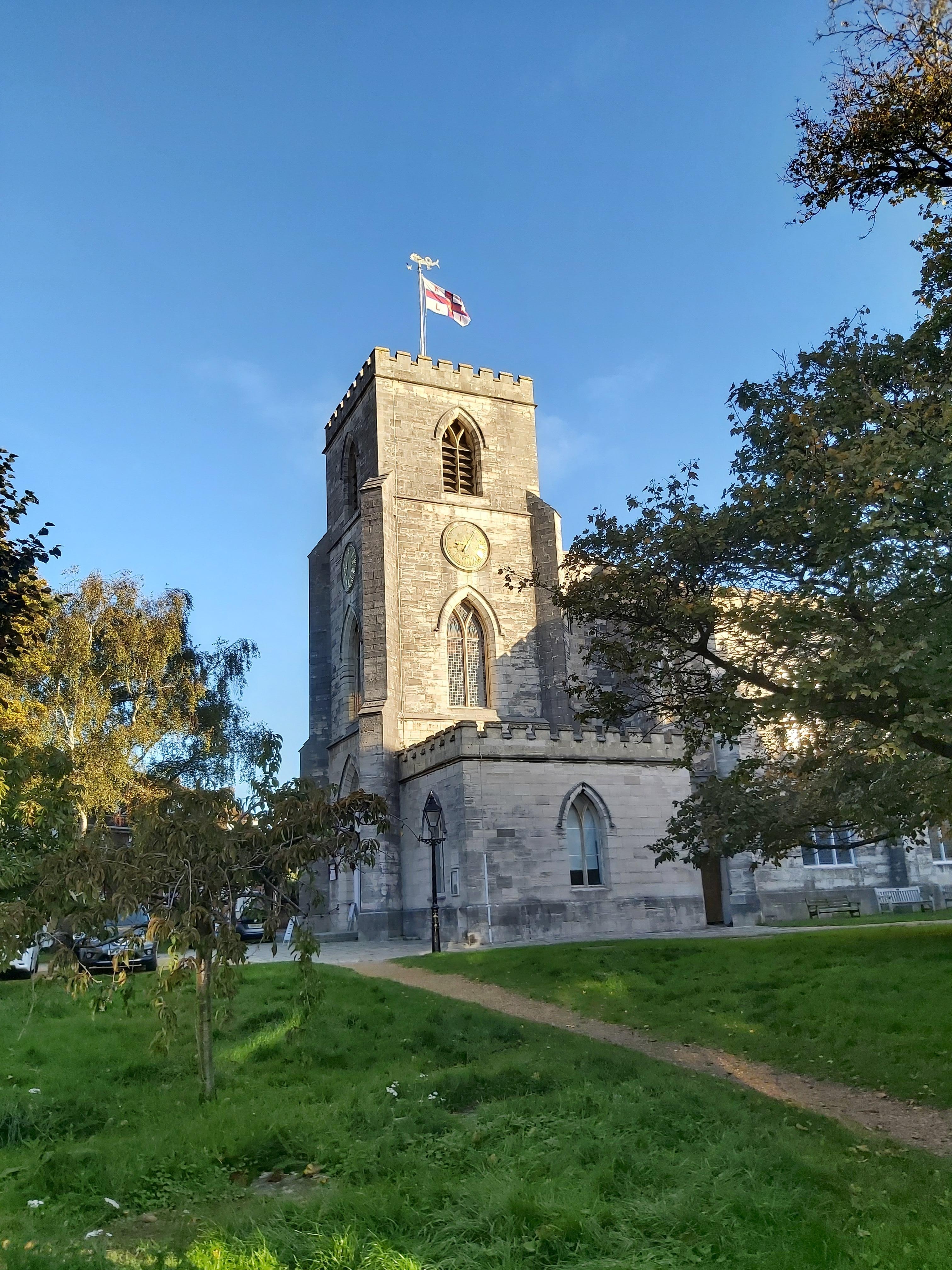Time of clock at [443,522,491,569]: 9:05
